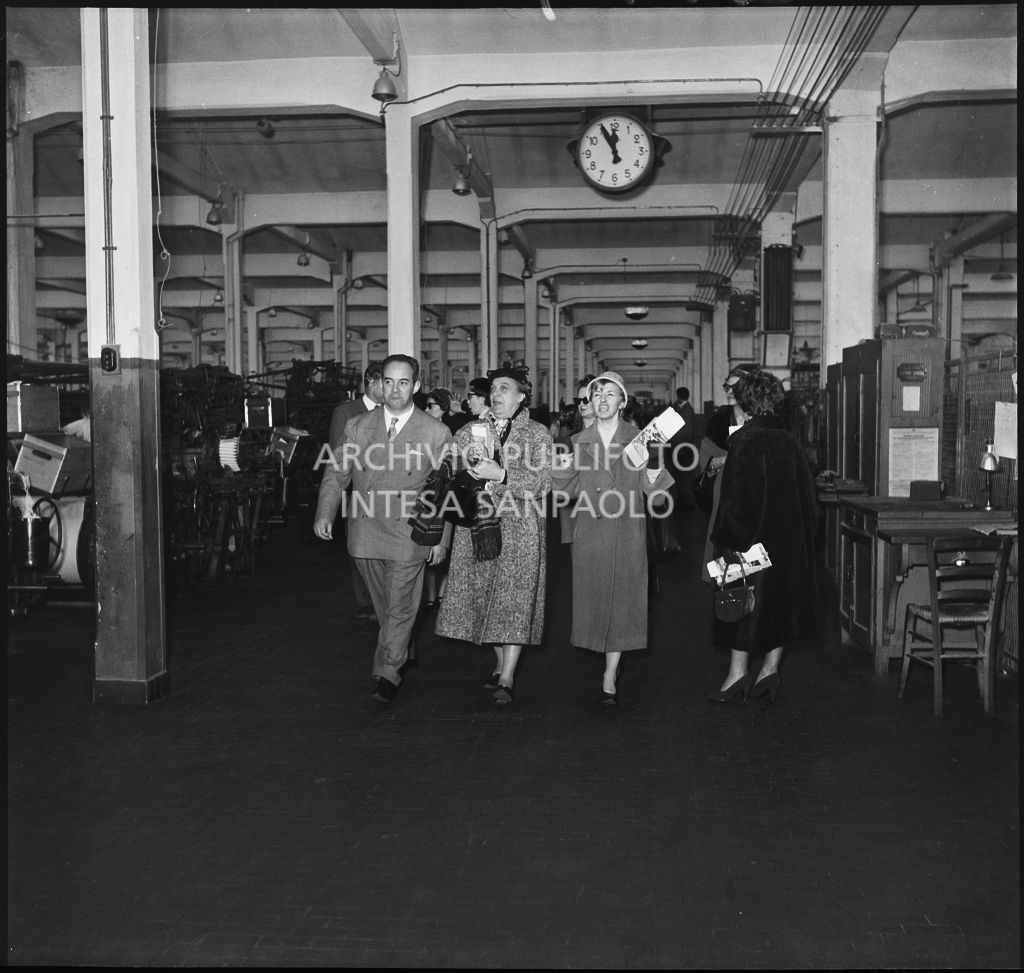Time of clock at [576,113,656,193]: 11:55
